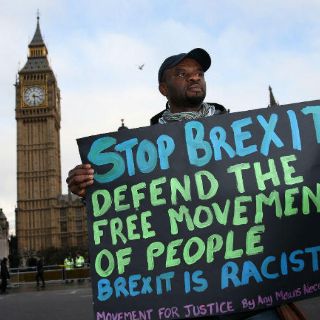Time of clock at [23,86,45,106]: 3:29
